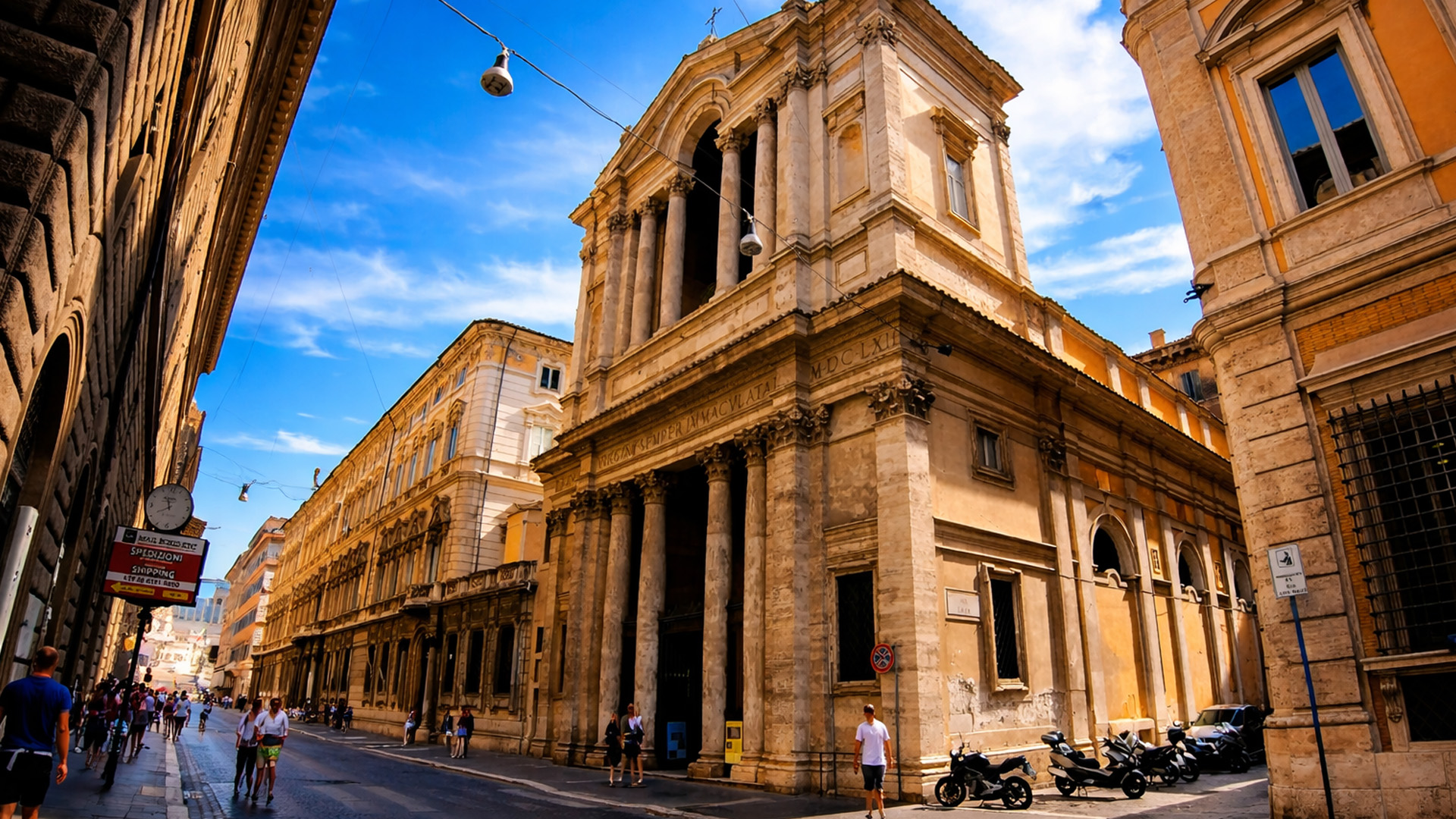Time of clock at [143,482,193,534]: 11:40
